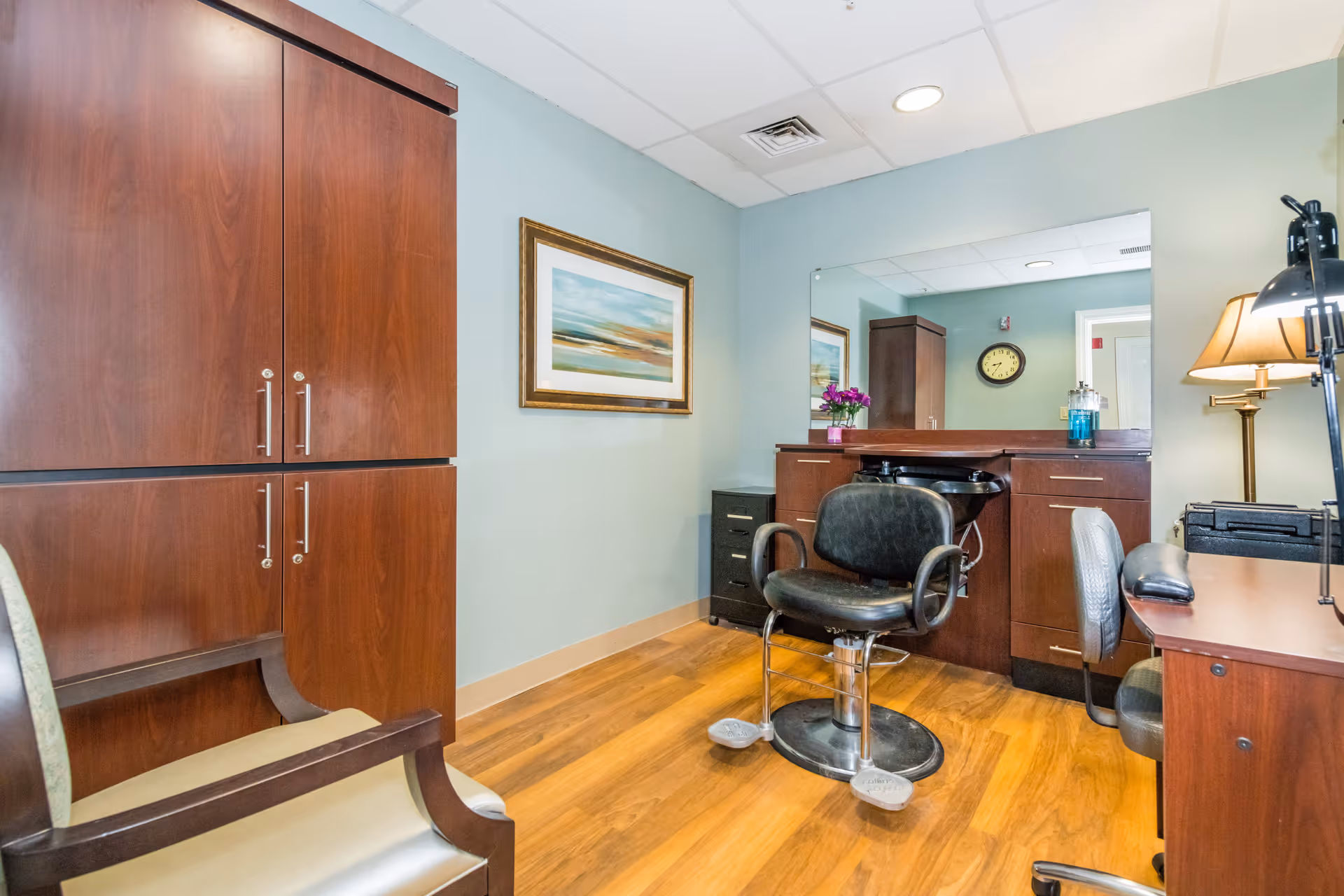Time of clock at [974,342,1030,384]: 8:35
